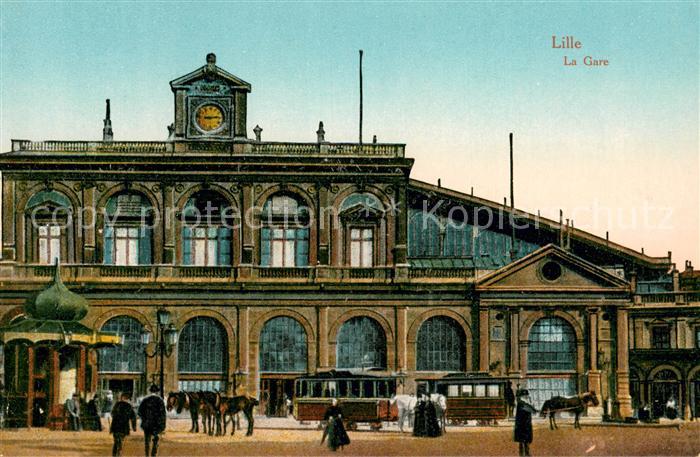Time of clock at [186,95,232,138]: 9:14
